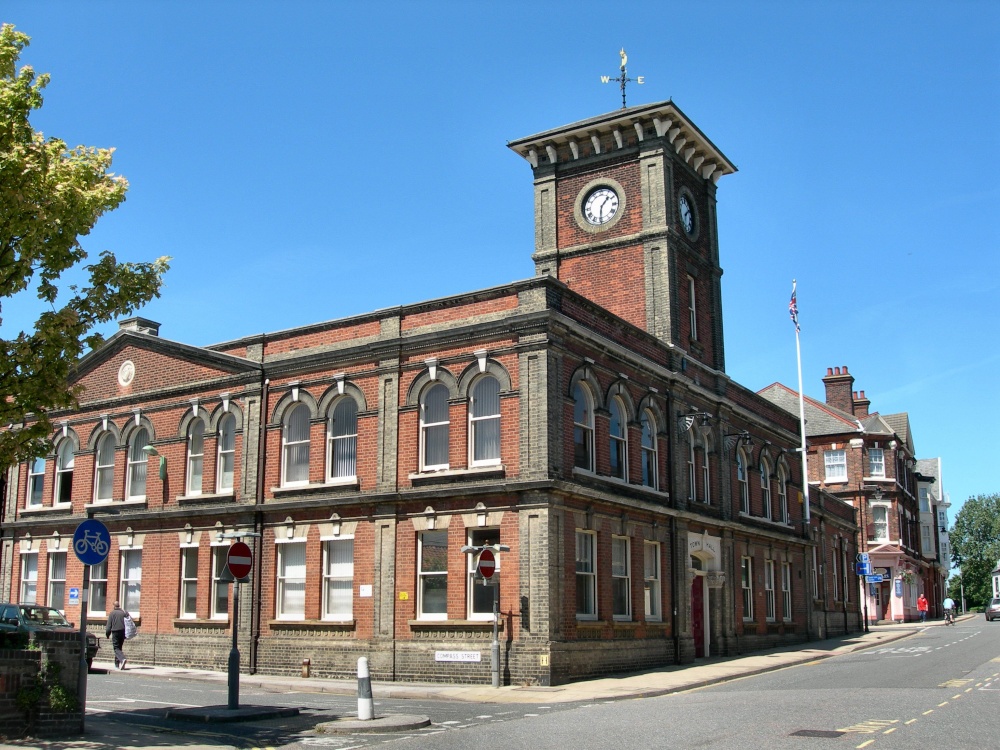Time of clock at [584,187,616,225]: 1:30
